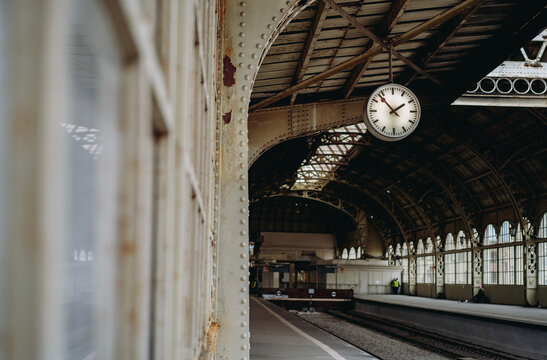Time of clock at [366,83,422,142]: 1:53
